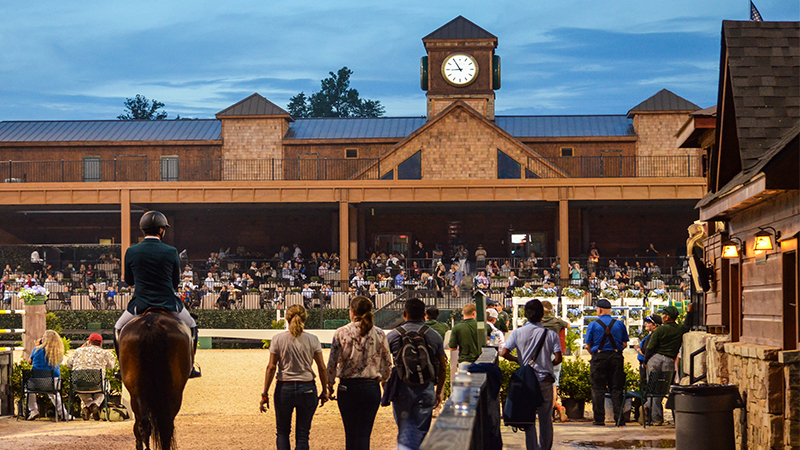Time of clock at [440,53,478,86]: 8:54
